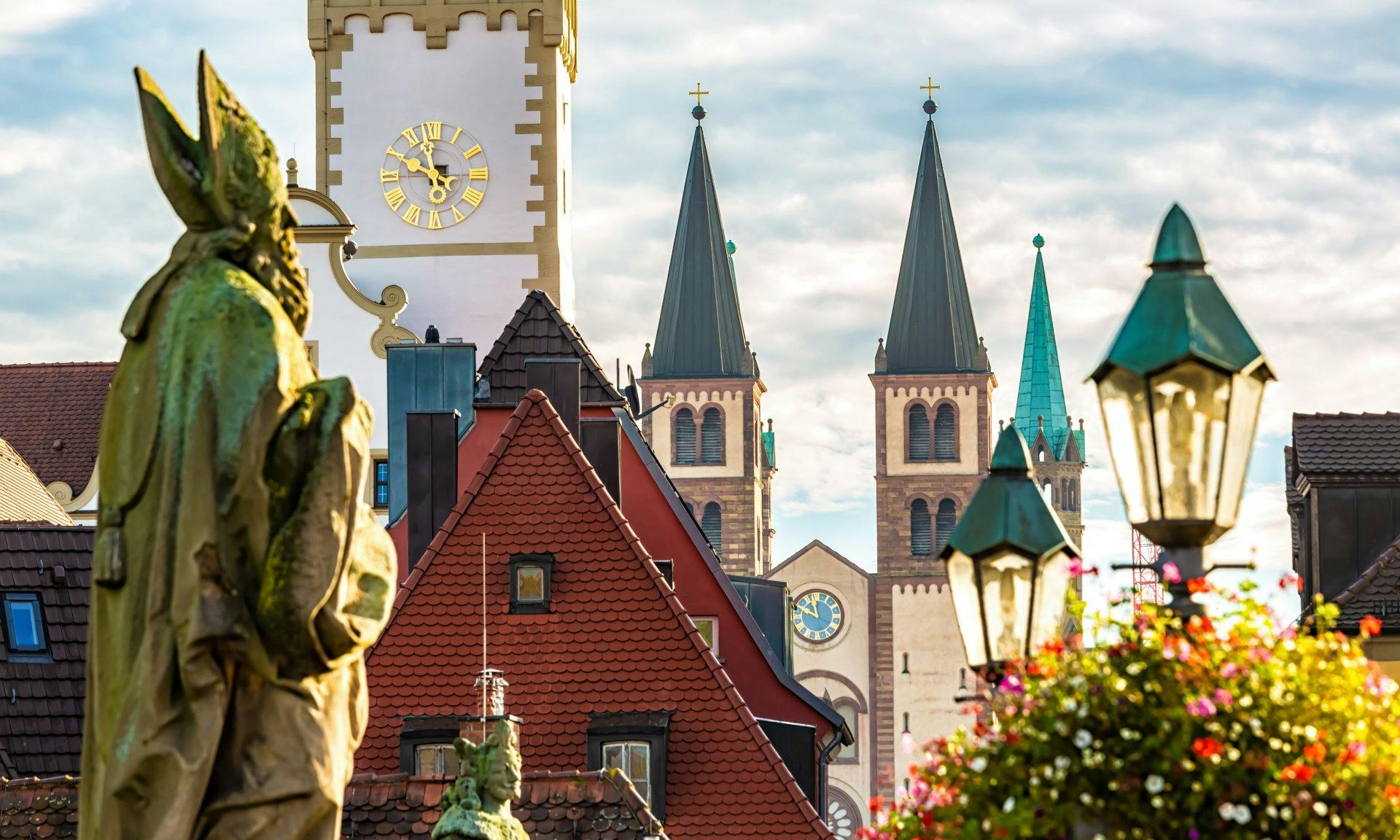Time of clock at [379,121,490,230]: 9:57
